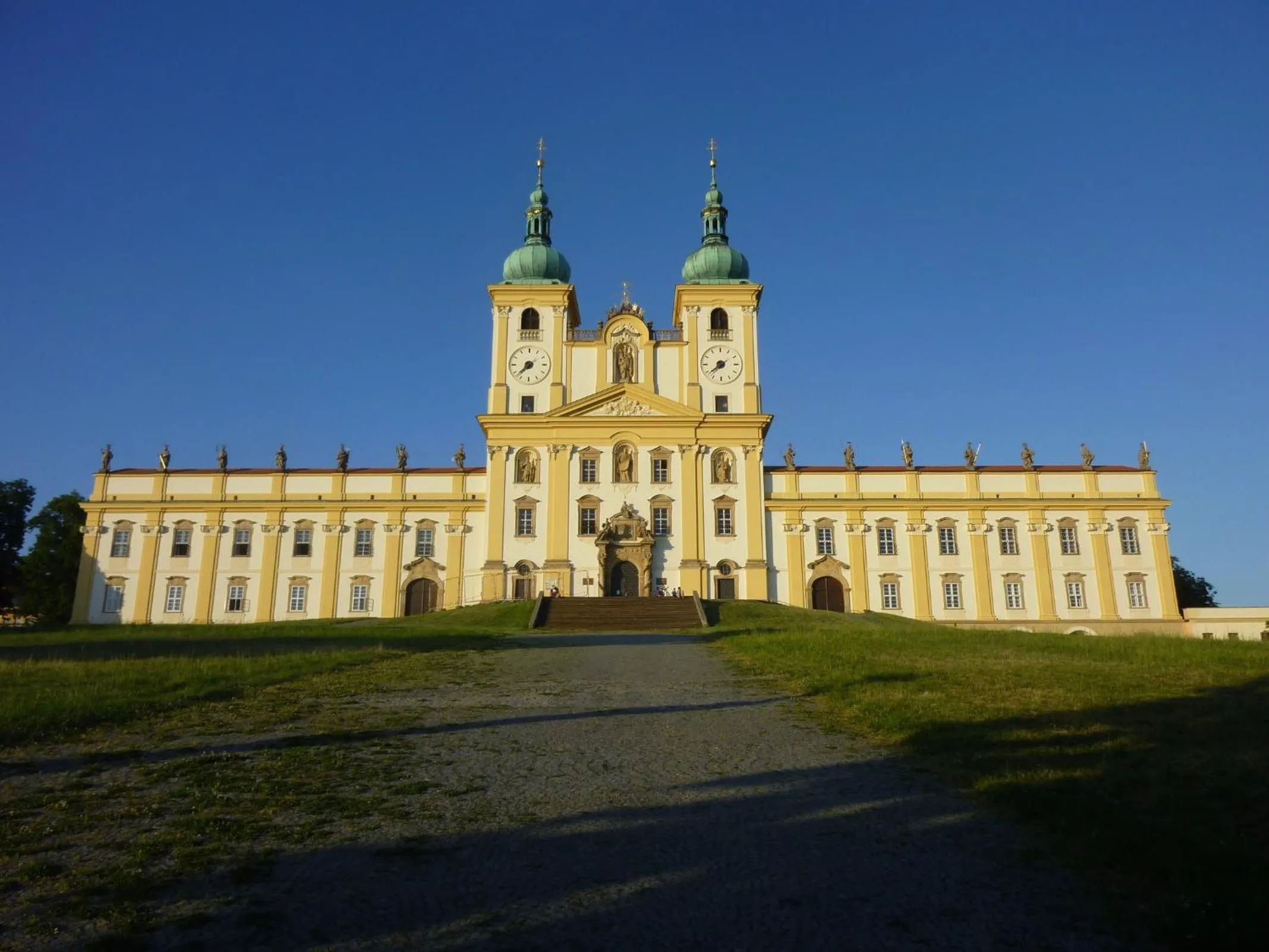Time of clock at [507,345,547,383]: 7:37
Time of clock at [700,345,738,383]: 7:38
